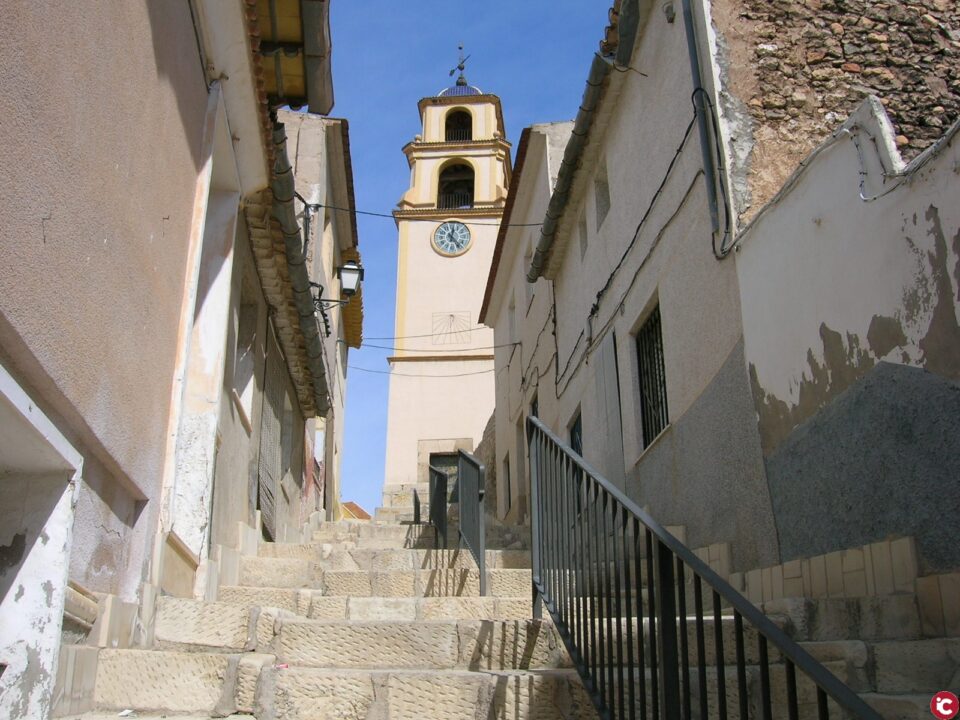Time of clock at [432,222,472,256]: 12:23
